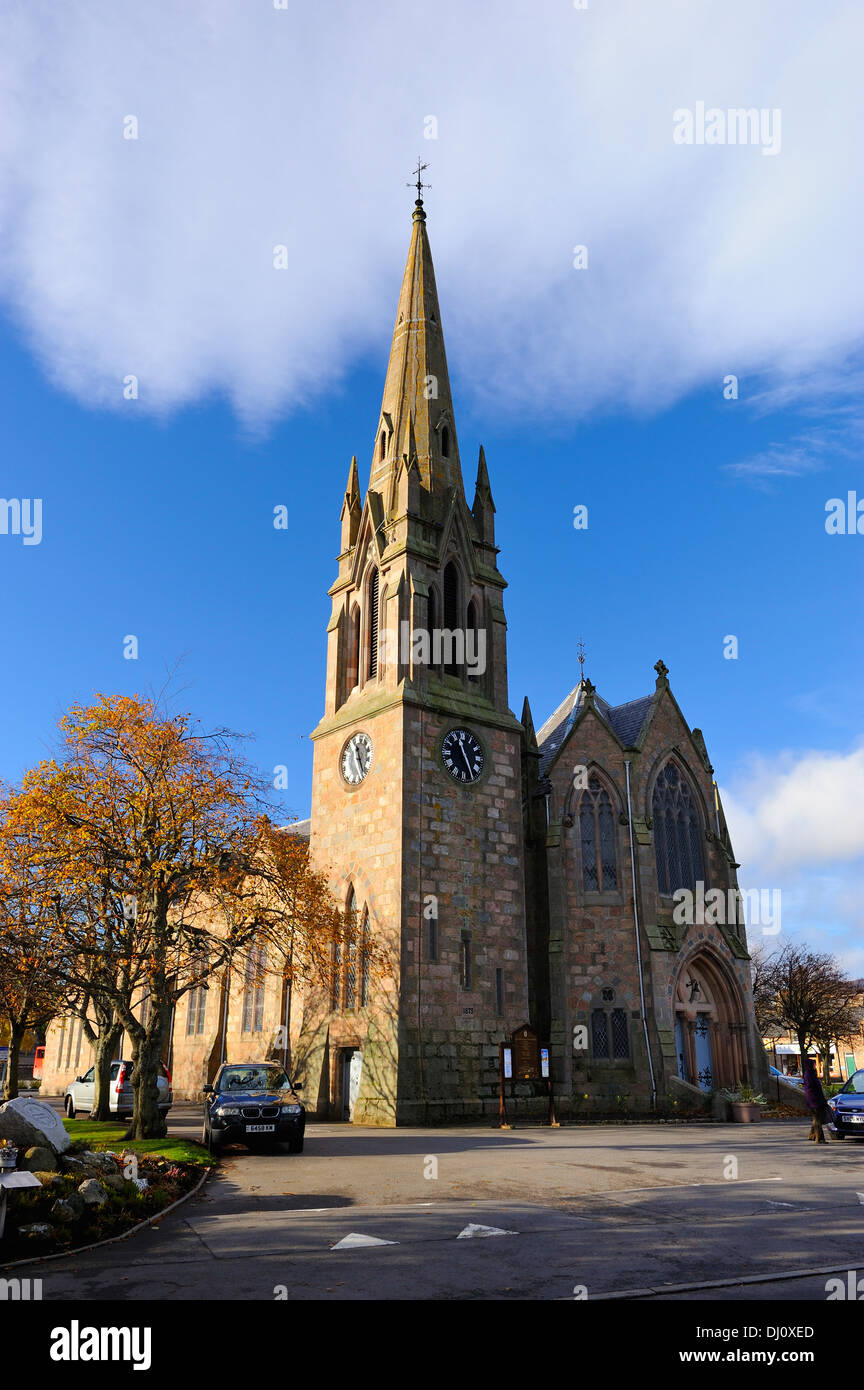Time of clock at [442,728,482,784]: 11:25
